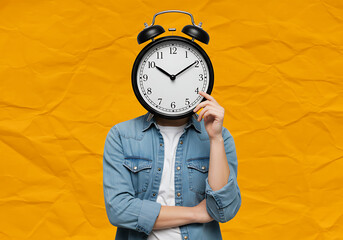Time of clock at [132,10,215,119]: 10:09
